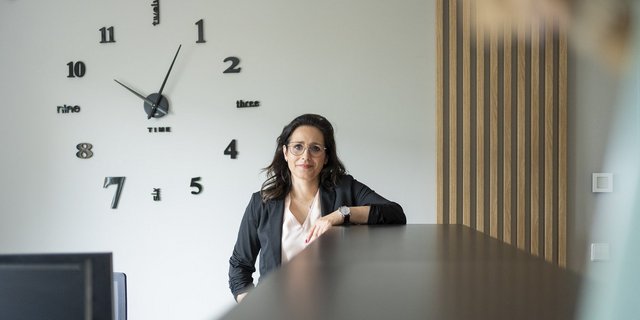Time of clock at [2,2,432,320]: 10:03
